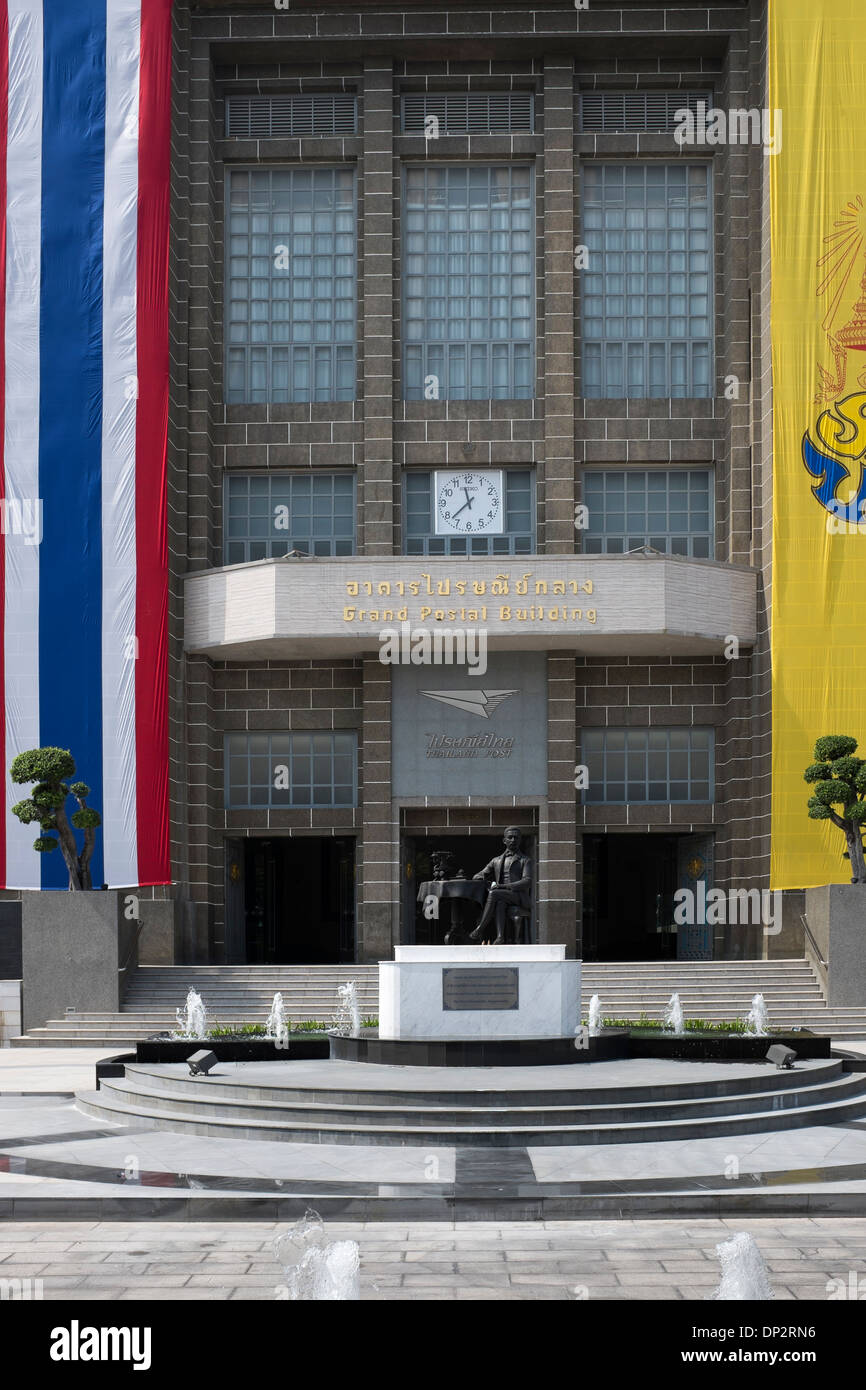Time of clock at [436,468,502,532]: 11:37
